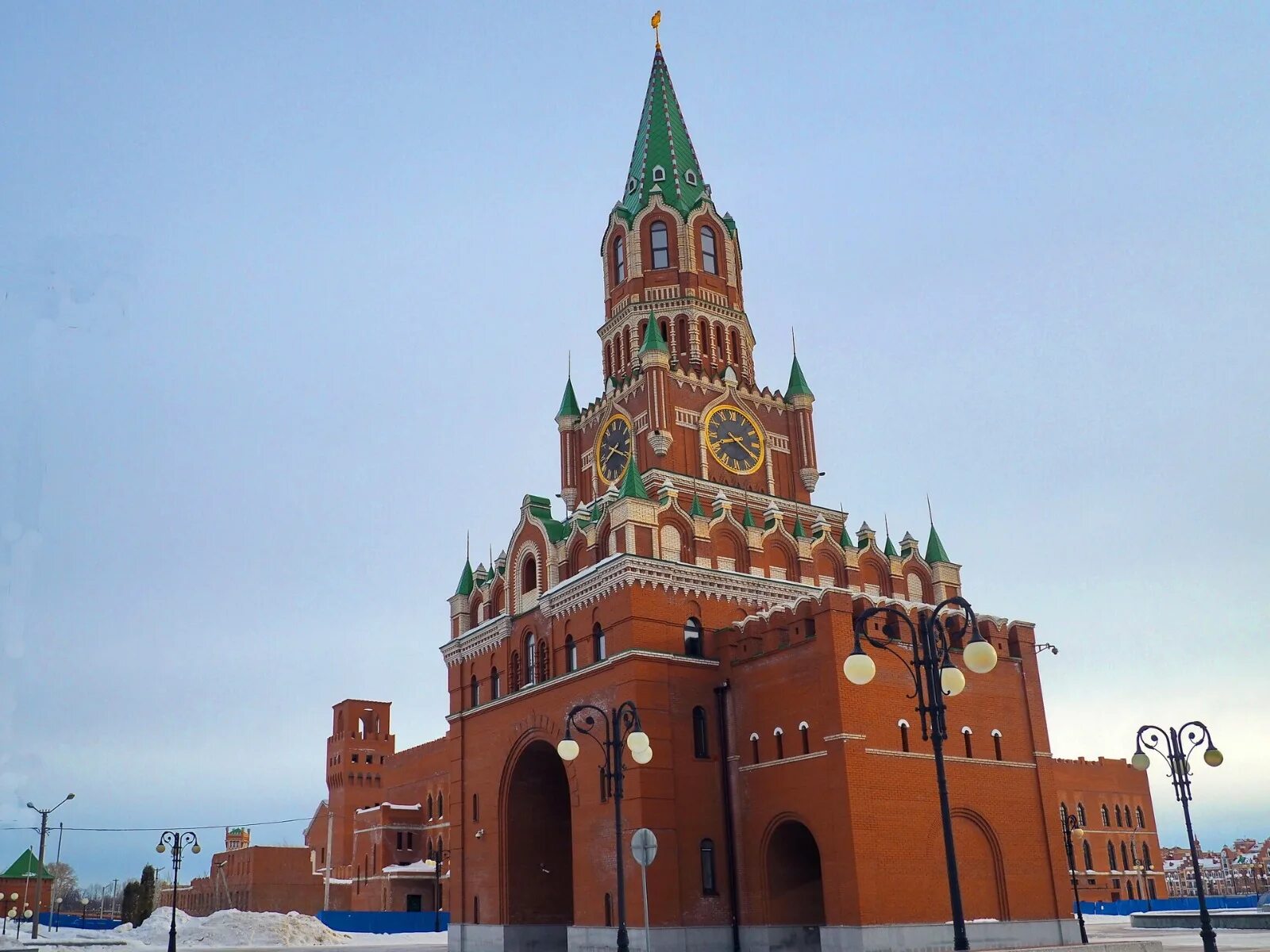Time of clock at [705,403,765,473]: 8:20
